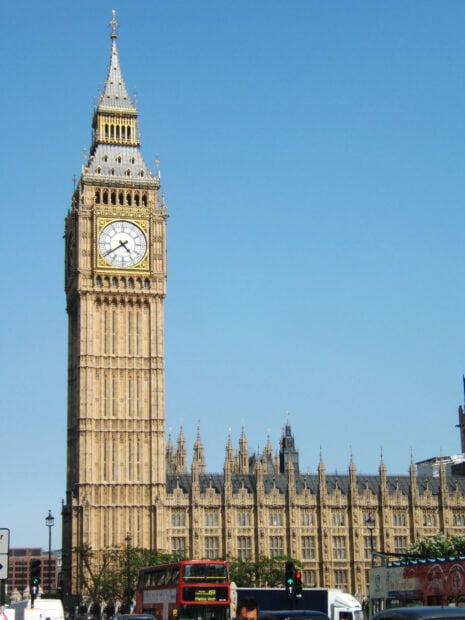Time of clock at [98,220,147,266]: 4:39
